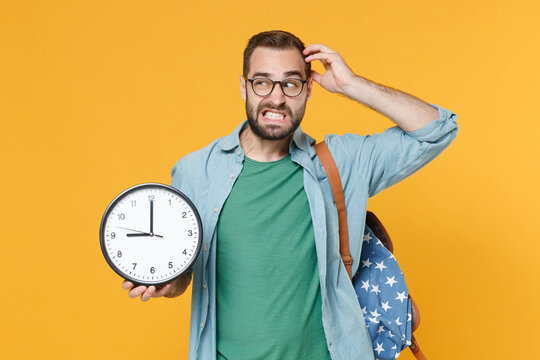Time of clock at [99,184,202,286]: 9:00
